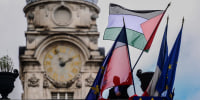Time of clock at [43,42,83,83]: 1:56
